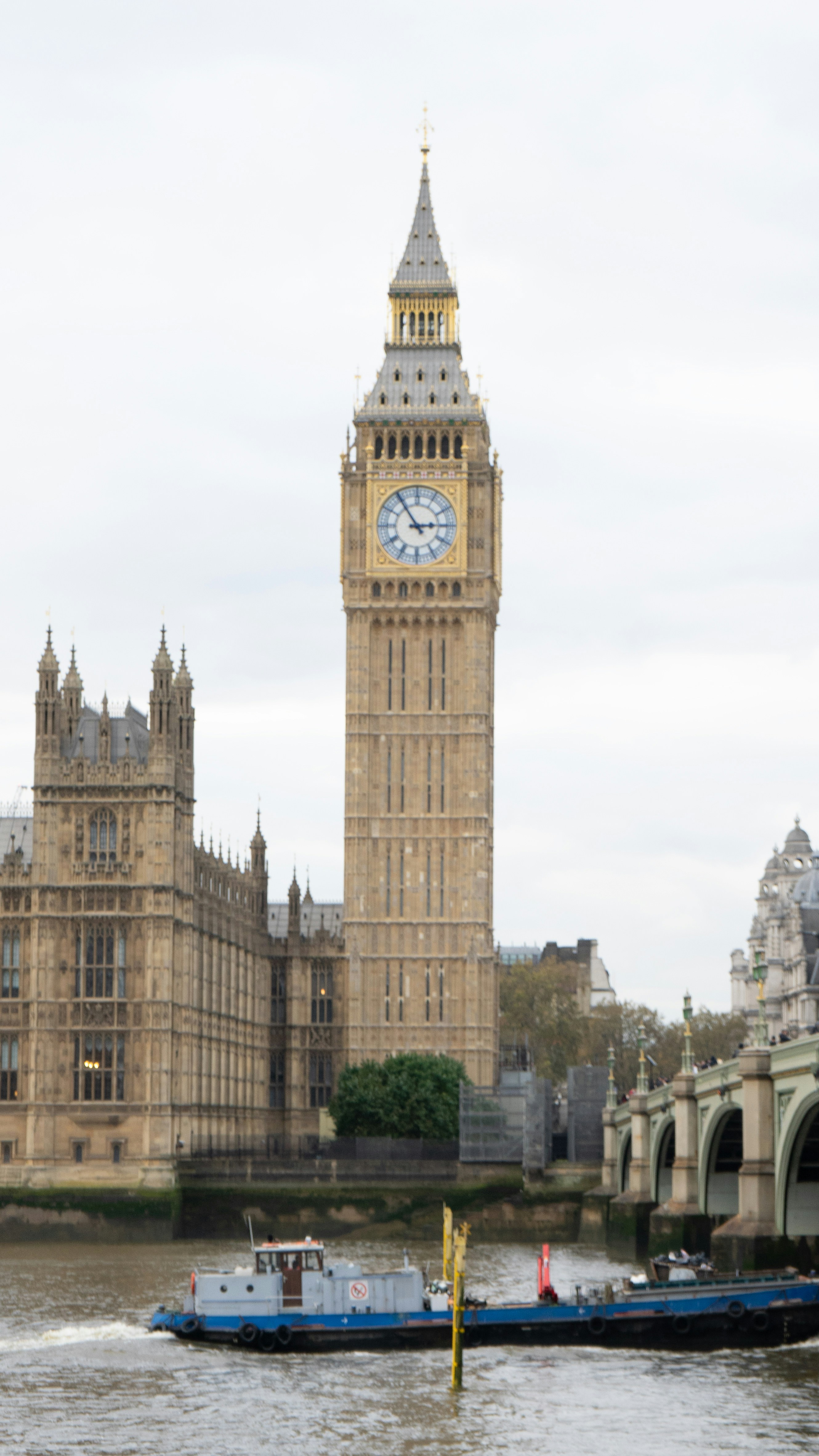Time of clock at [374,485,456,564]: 2:54
